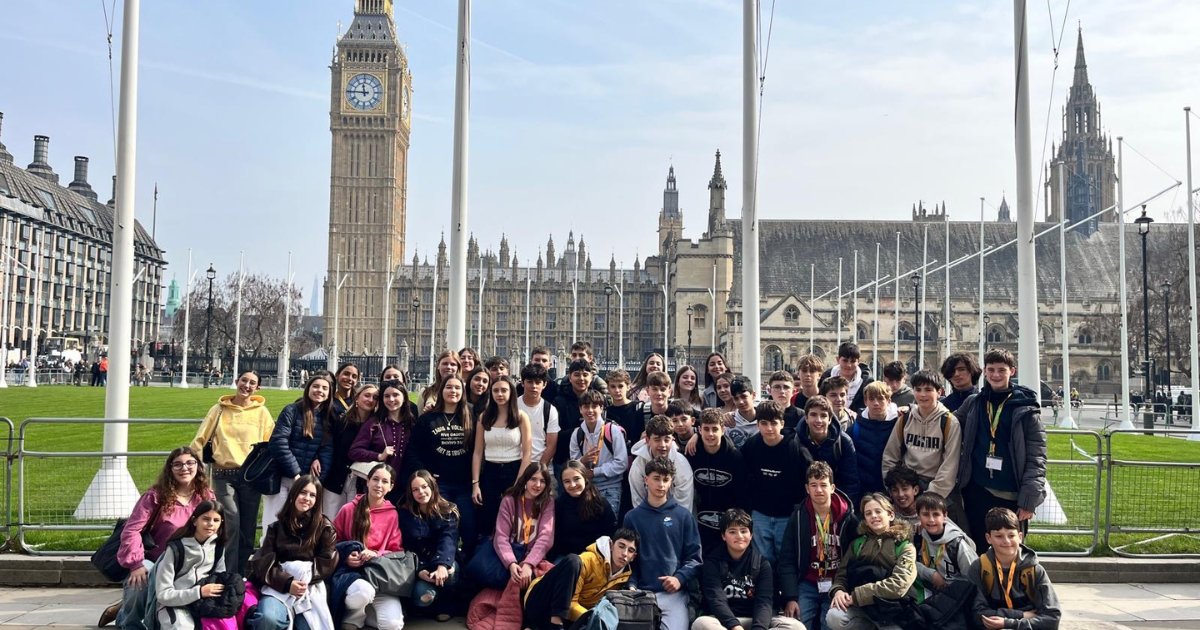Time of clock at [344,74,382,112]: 11:45
